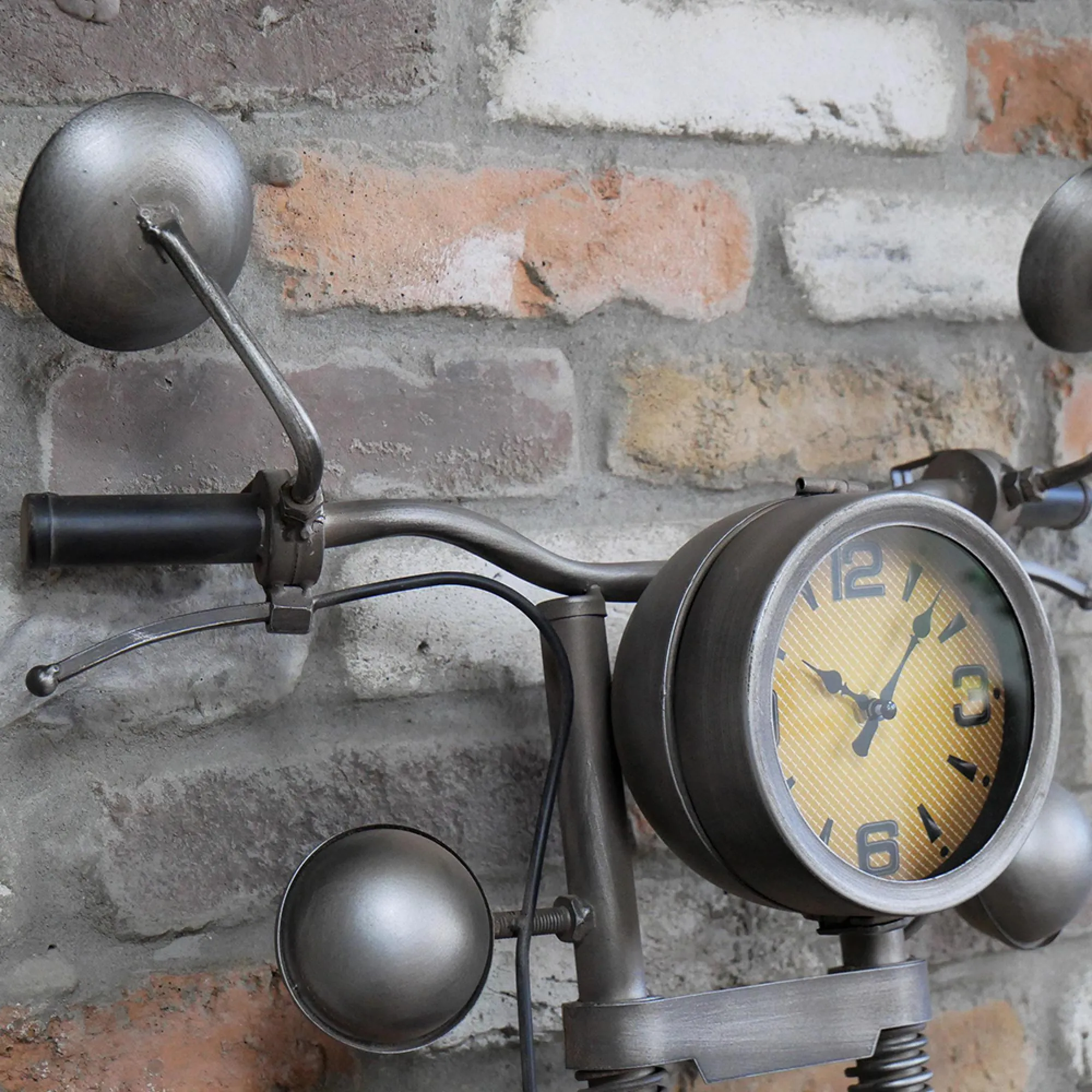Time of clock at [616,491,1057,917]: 10:07
